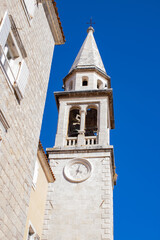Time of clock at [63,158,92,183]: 4:02
